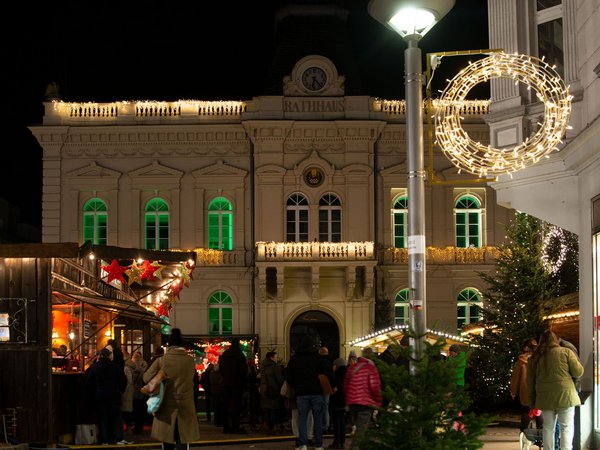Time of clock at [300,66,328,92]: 6:23
